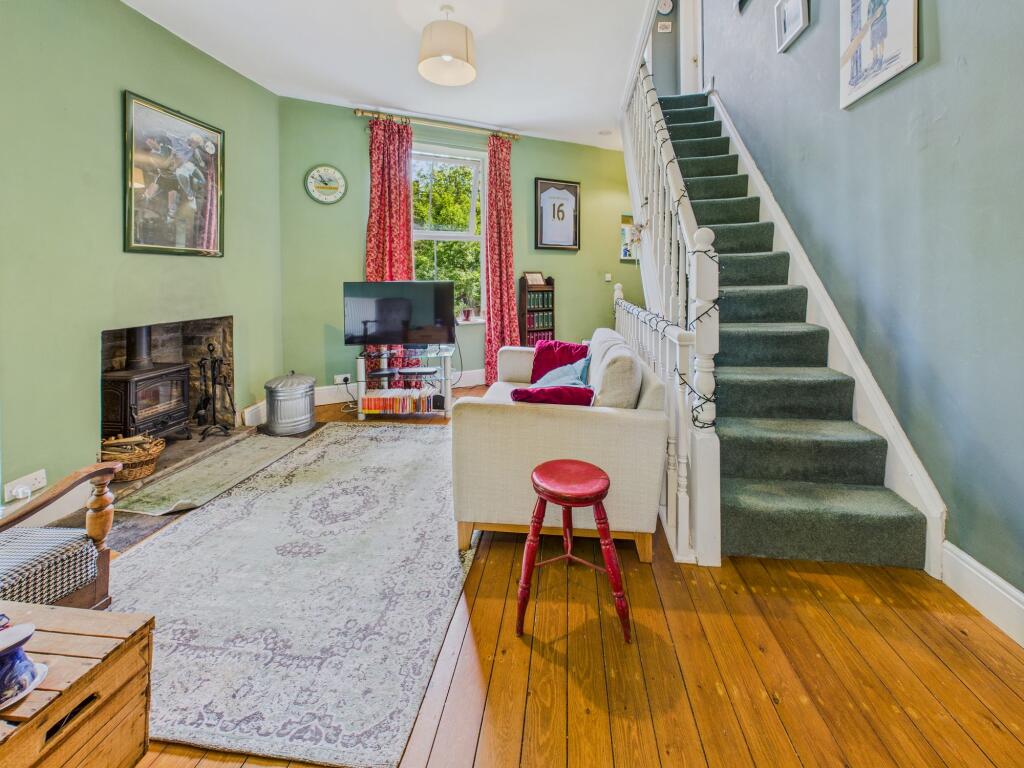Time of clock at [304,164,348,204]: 10:48
